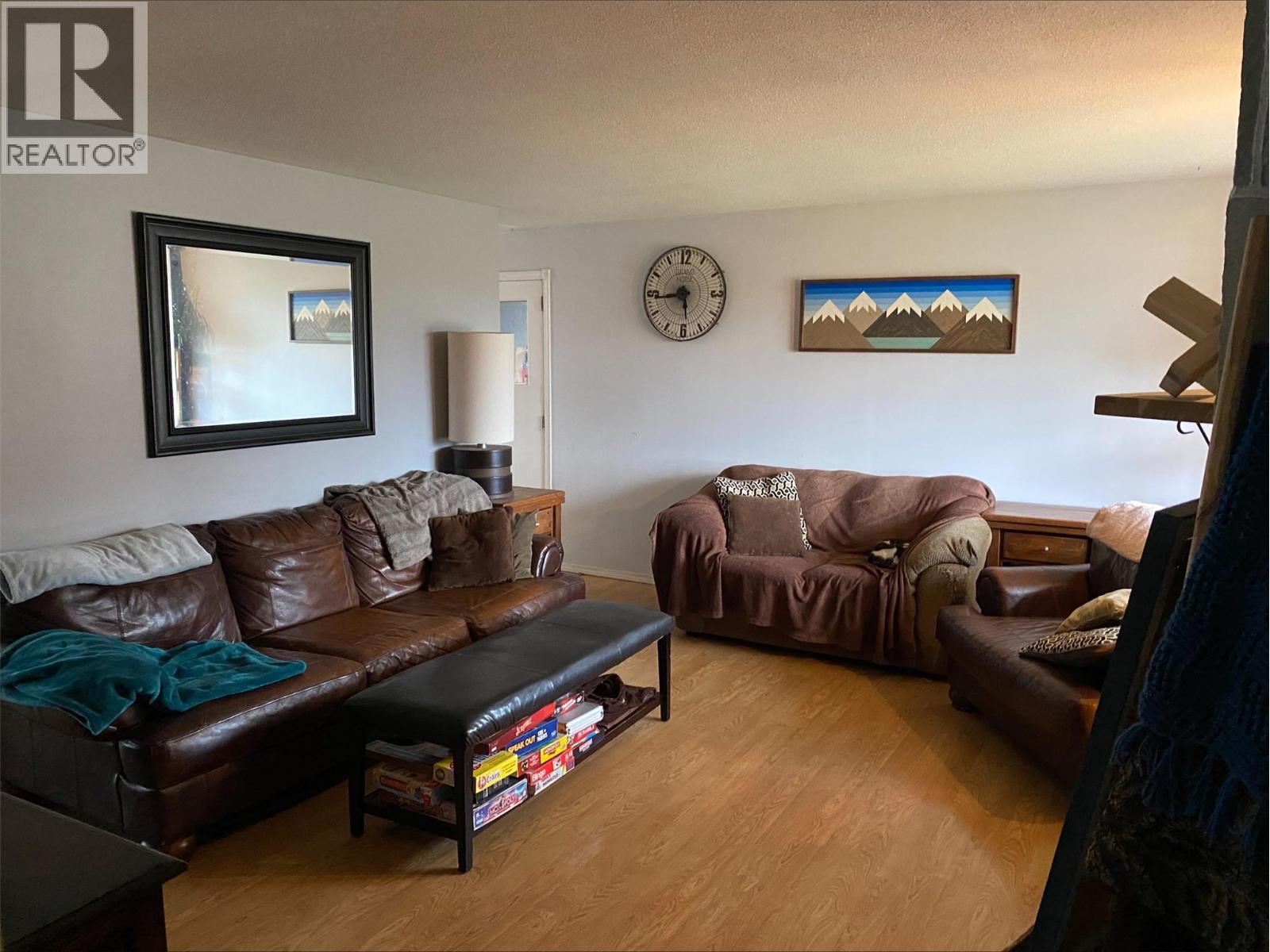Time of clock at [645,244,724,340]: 5:43
